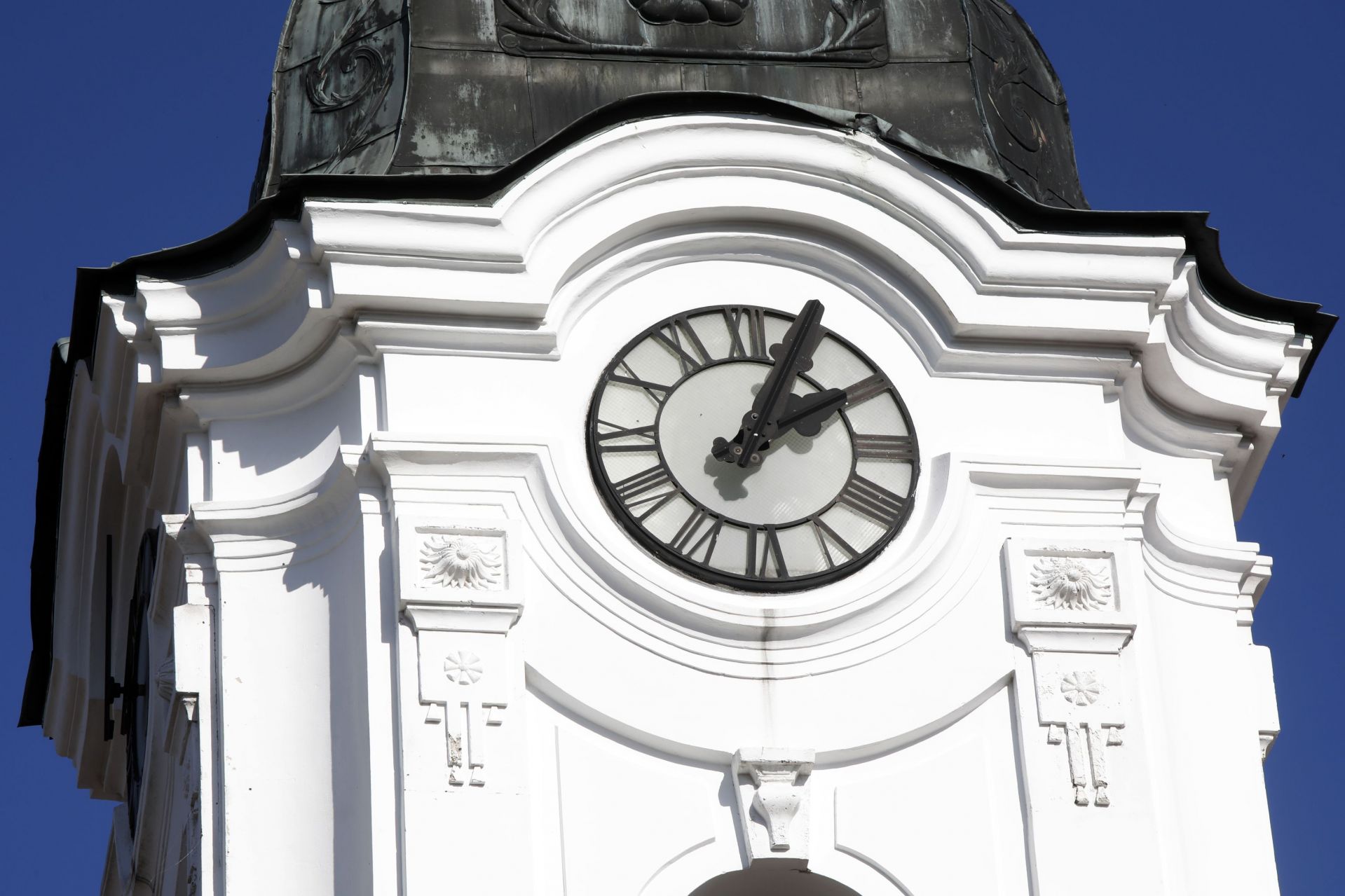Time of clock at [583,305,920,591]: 2:04
